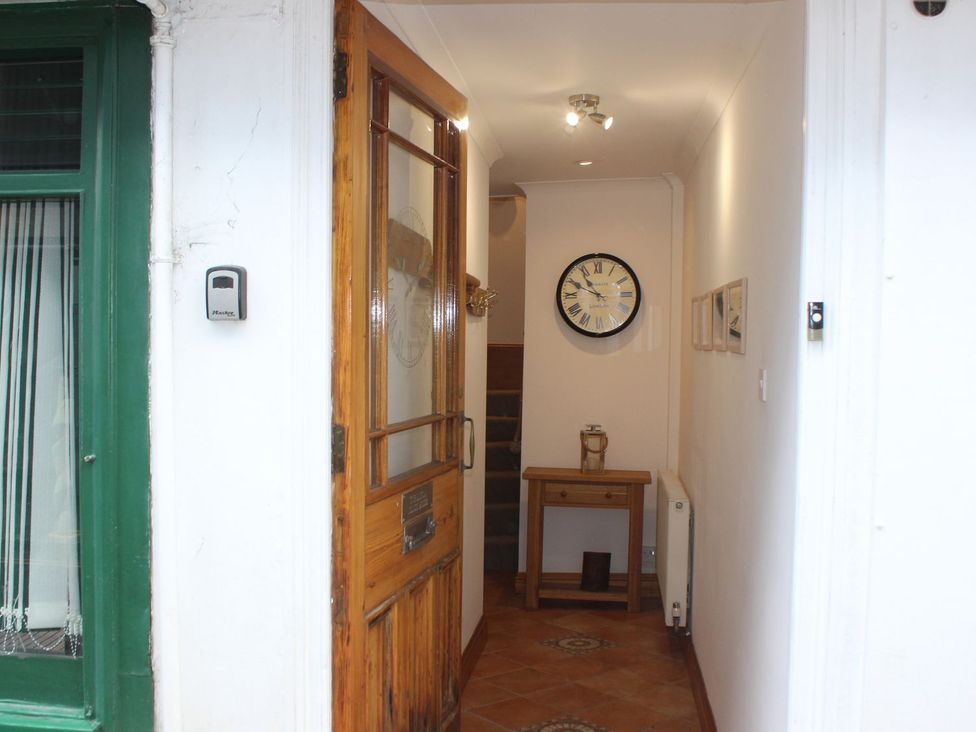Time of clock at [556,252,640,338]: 10:49
